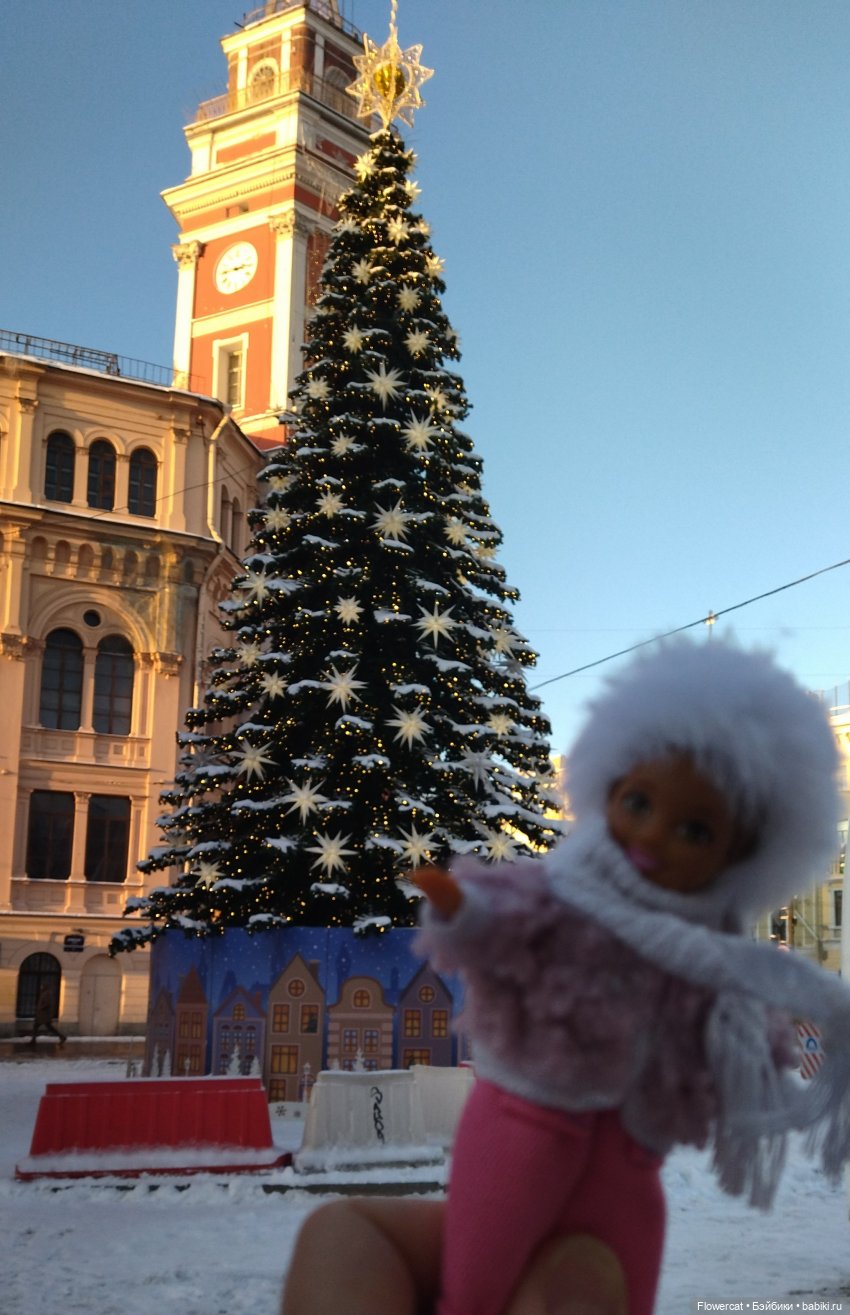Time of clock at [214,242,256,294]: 2:45
